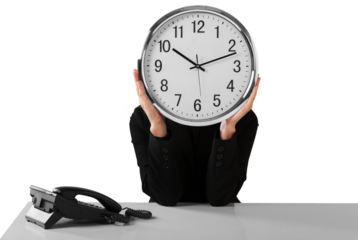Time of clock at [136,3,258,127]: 10:11
